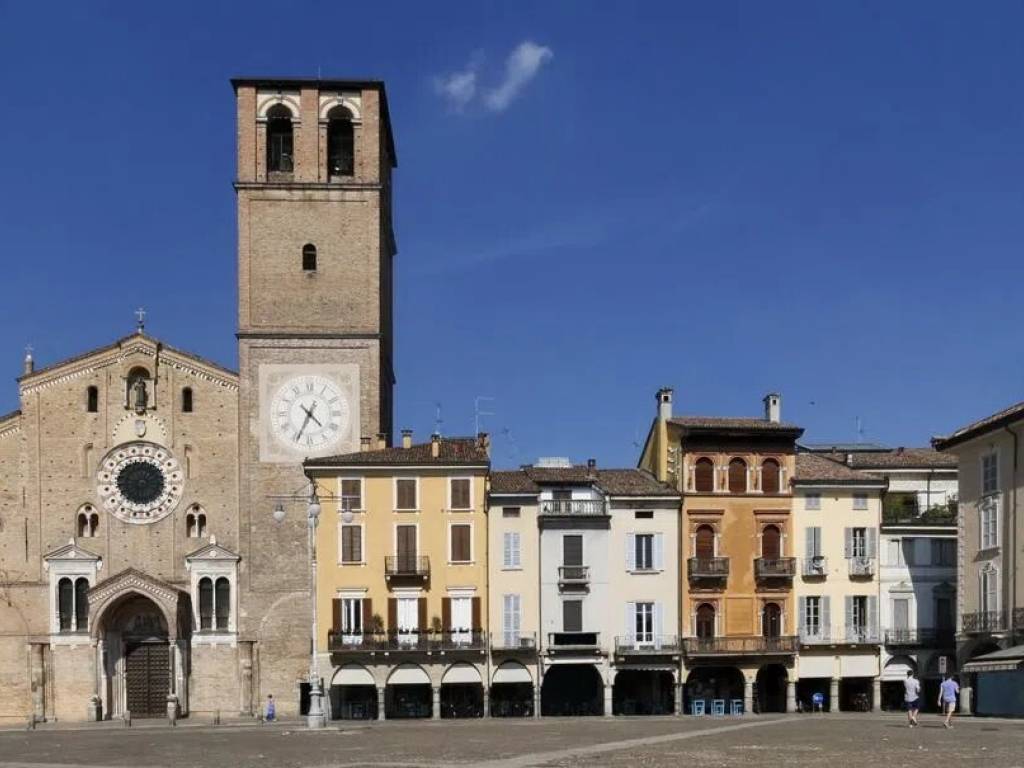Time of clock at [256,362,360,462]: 4:34
